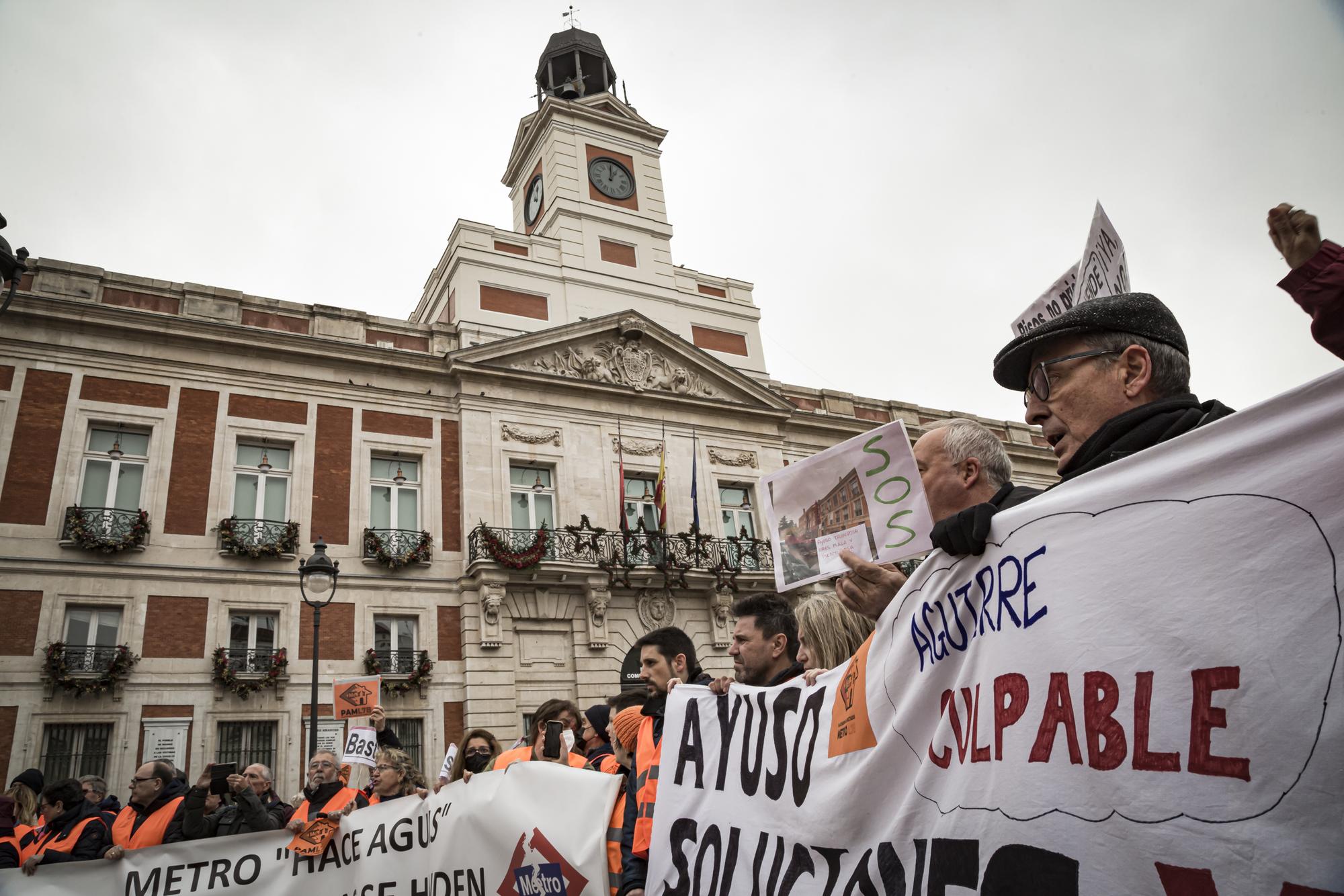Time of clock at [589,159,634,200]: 1:01
